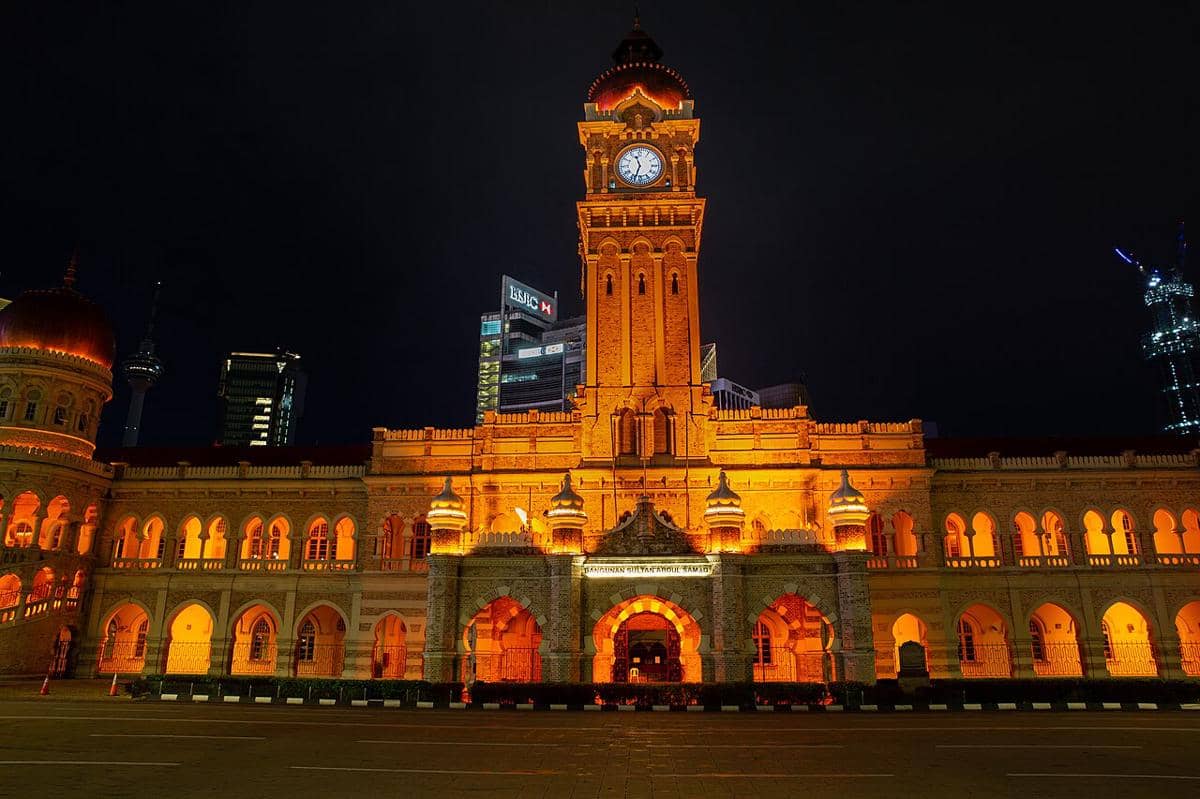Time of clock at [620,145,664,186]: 11:33
